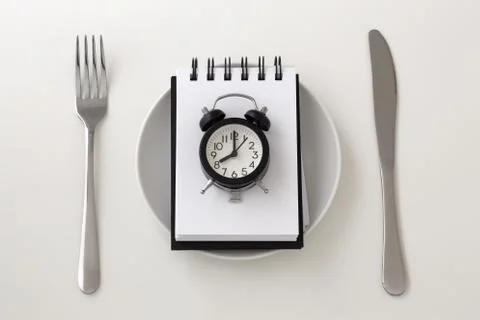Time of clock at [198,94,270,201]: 8:00
